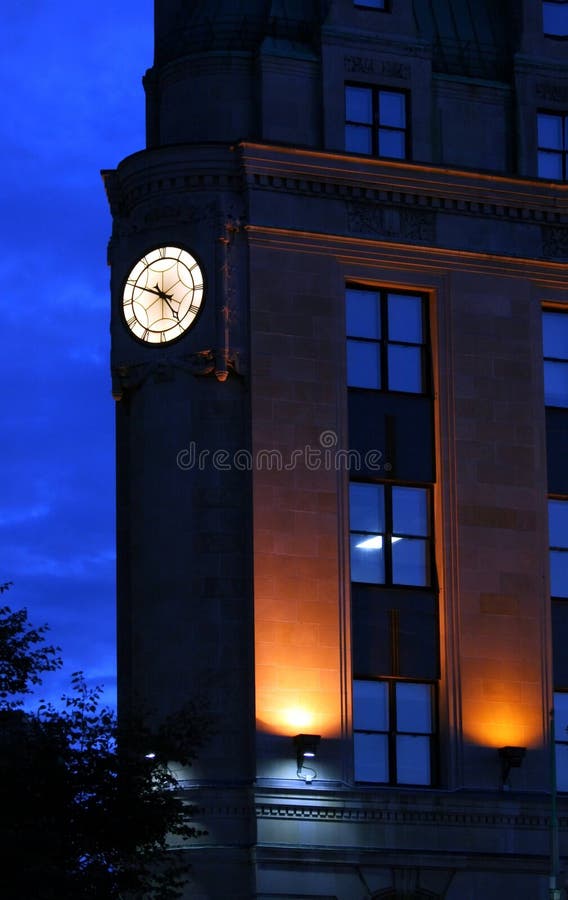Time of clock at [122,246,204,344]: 4:49
